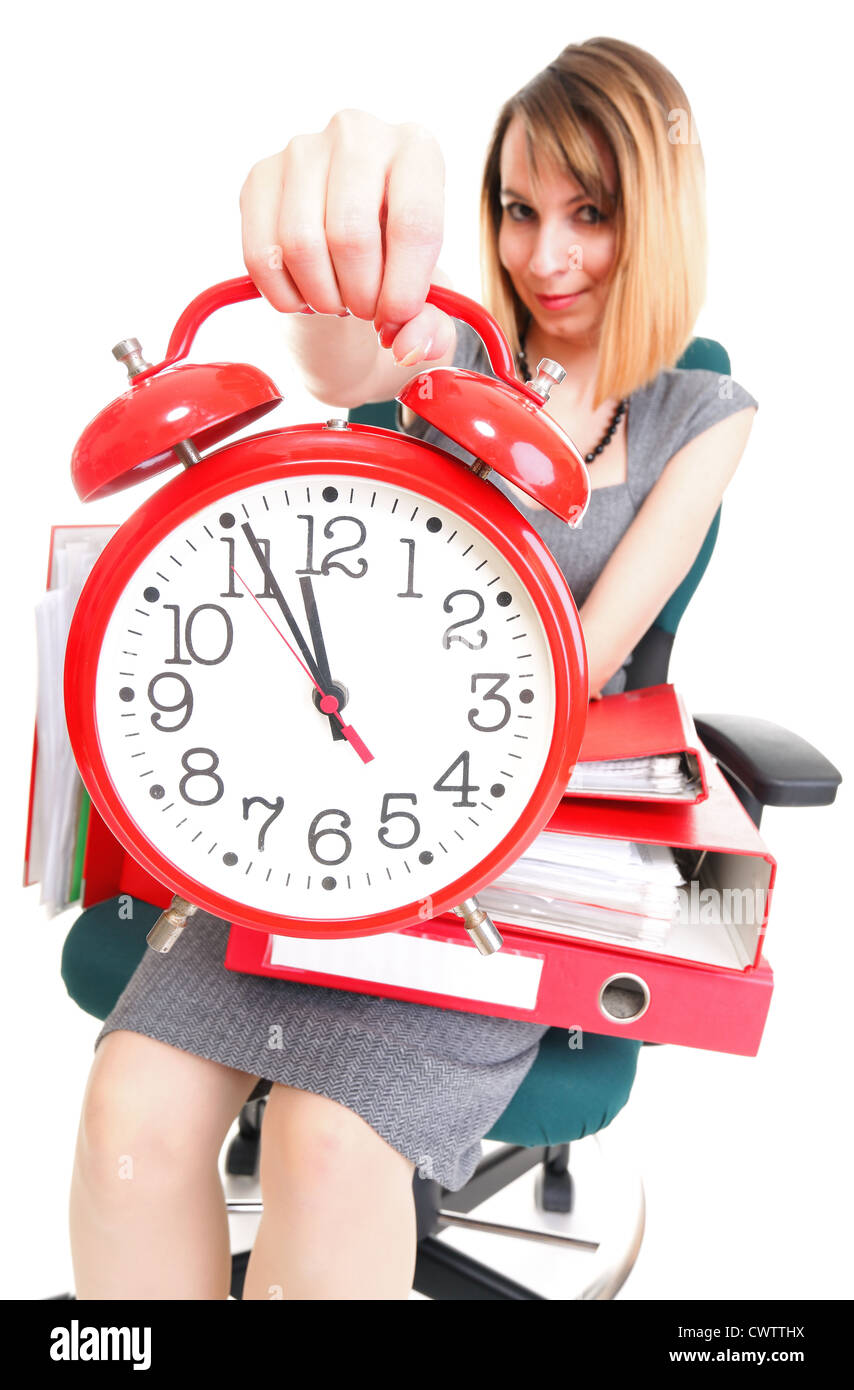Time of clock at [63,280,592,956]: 11:55
